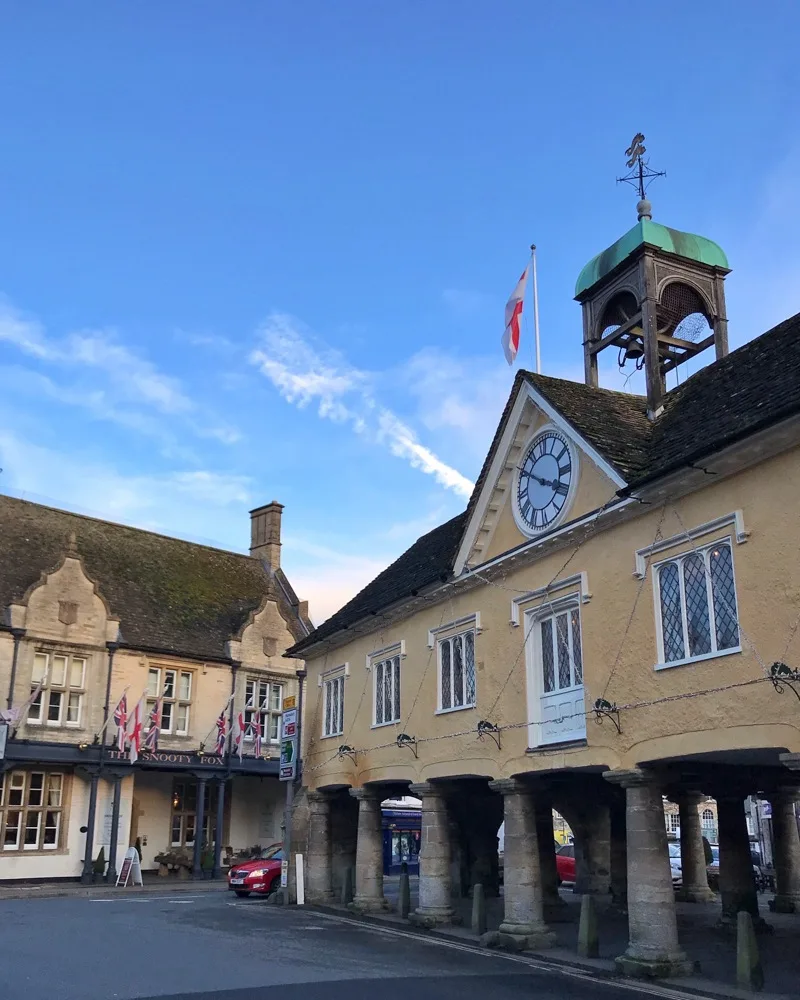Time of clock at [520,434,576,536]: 3:50
